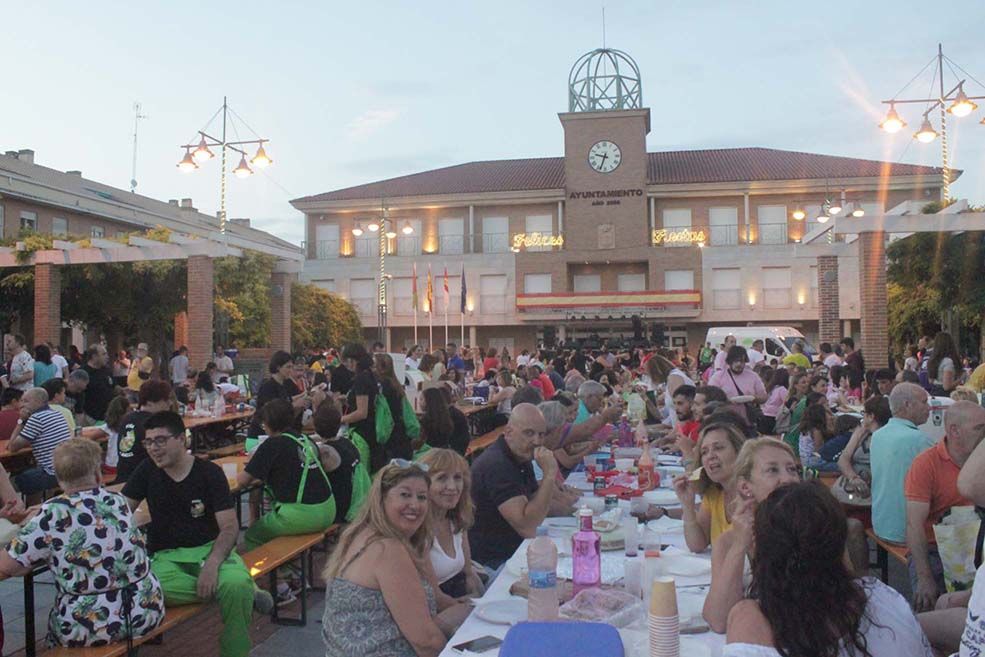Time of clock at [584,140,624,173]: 9:33
